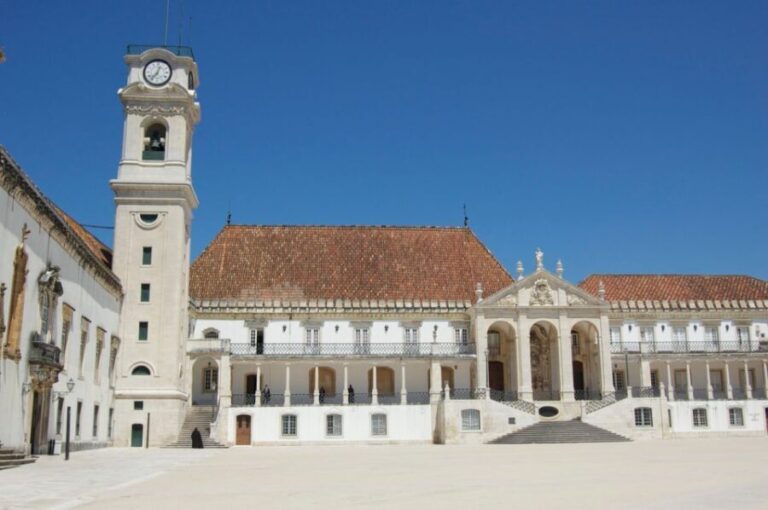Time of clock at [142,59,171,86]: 12:36
